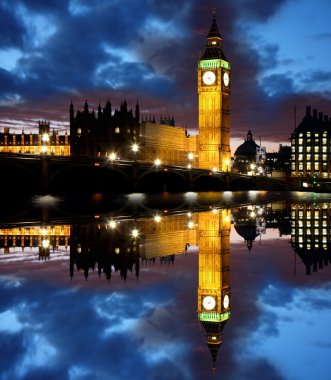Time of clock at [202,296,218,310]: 9:07
